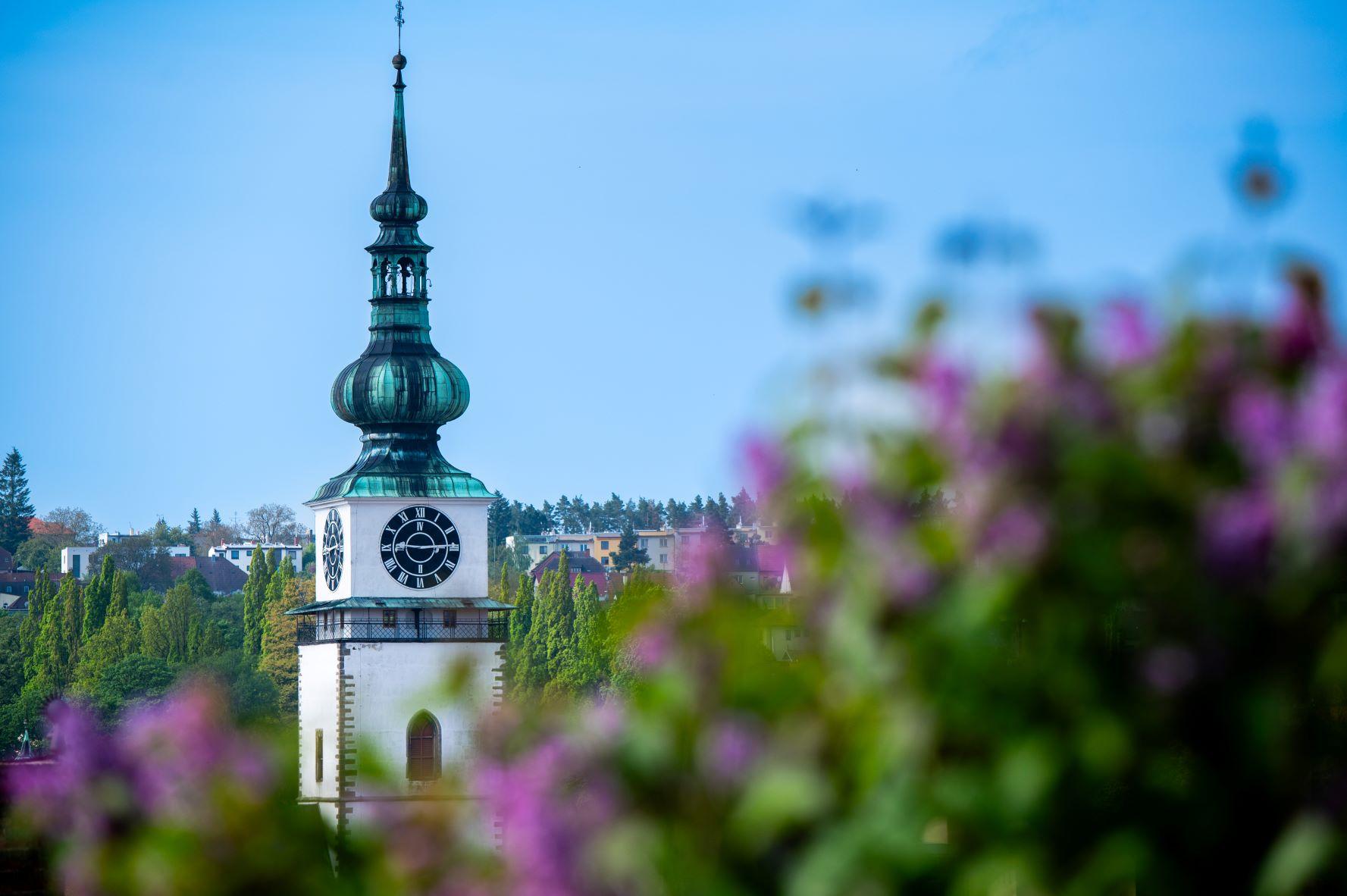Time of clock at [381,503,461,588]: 9:14
